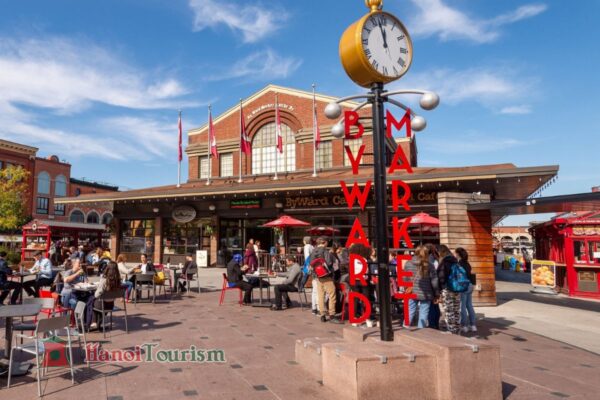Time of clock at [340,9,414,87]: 11:57
